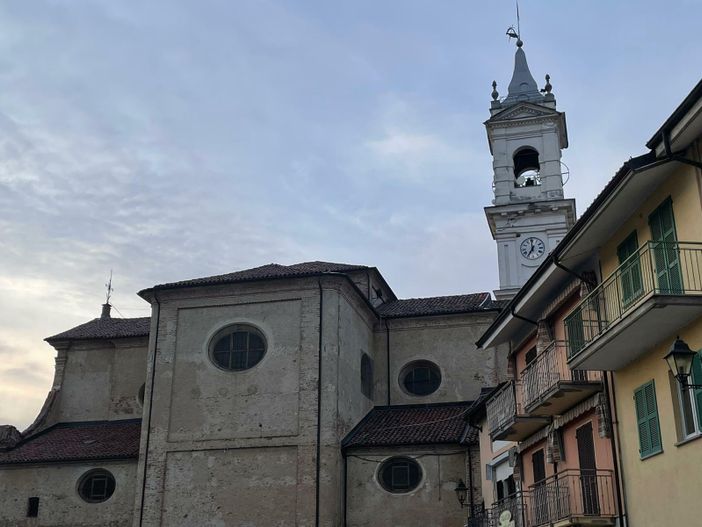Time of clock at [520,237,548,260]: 6:59
